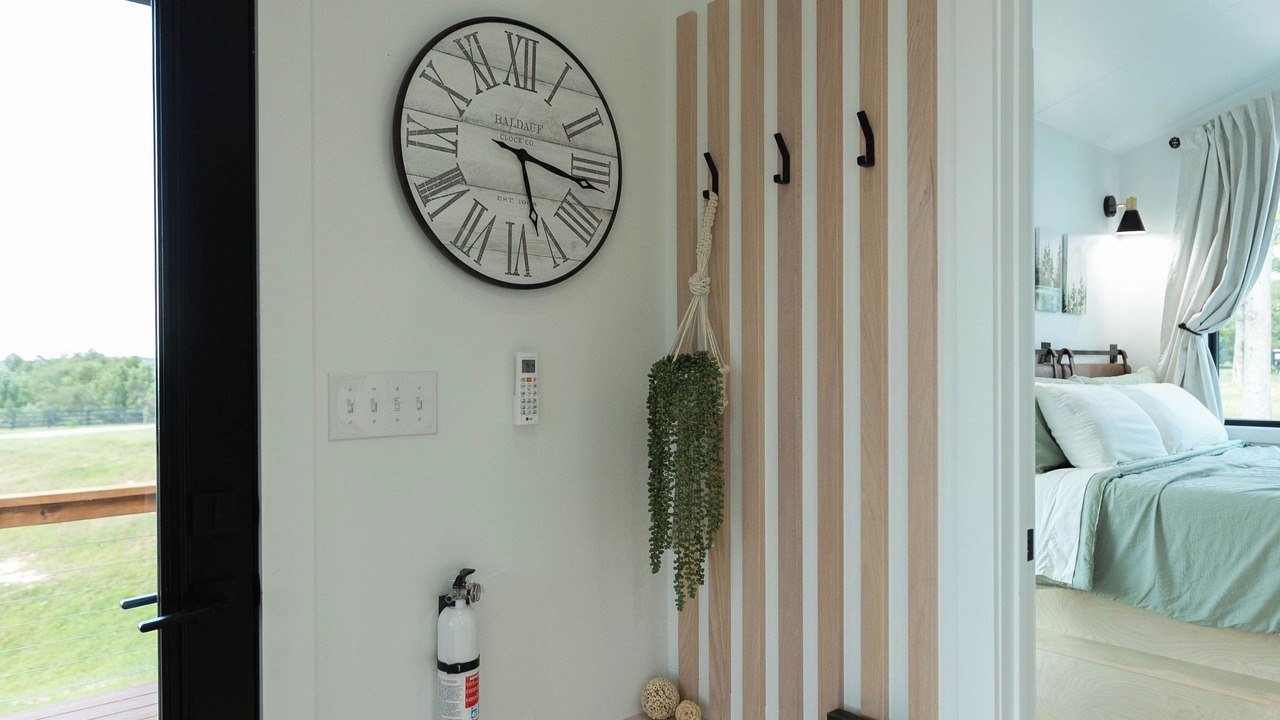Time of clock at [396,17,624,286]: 5:16
